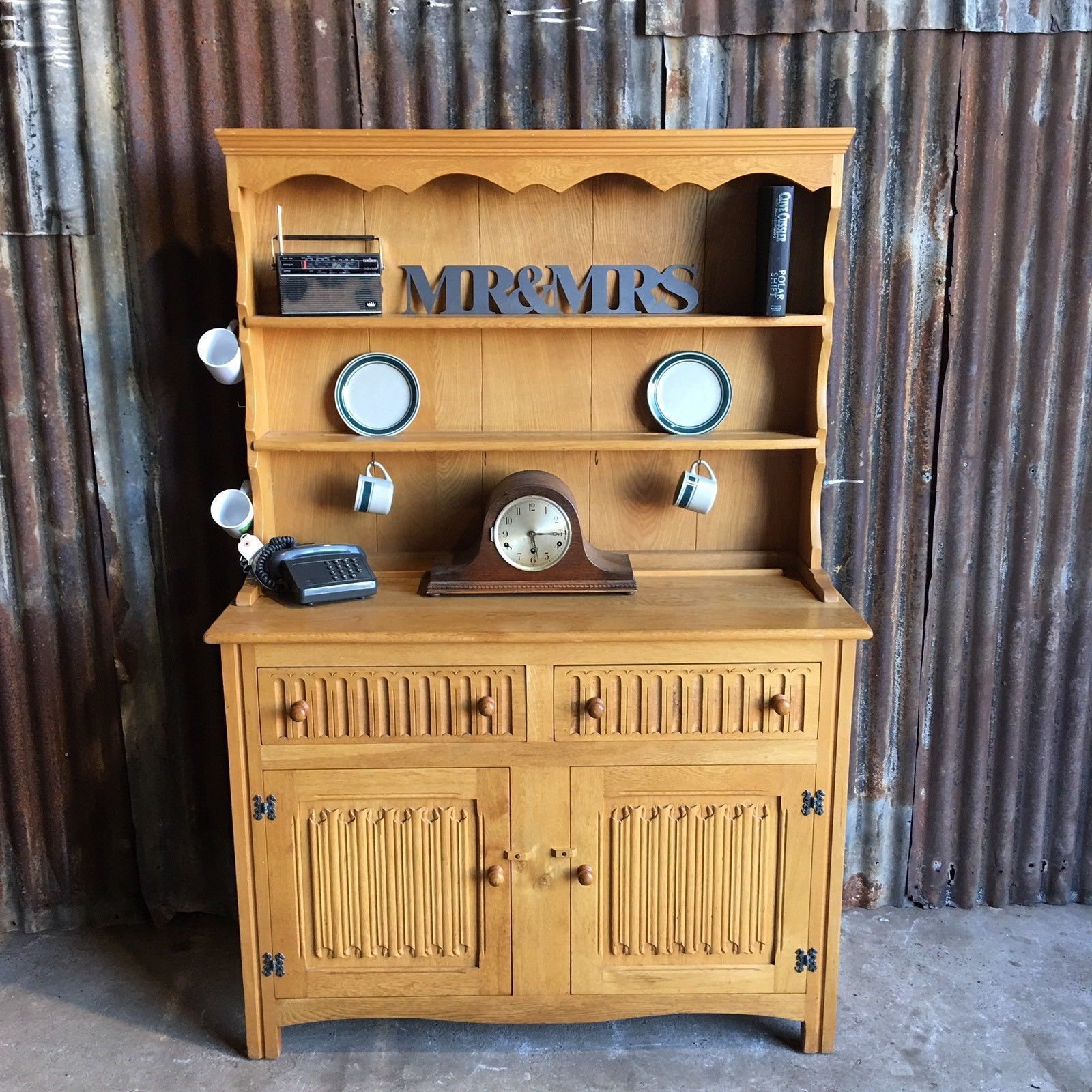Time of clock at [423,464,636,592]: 5:15
